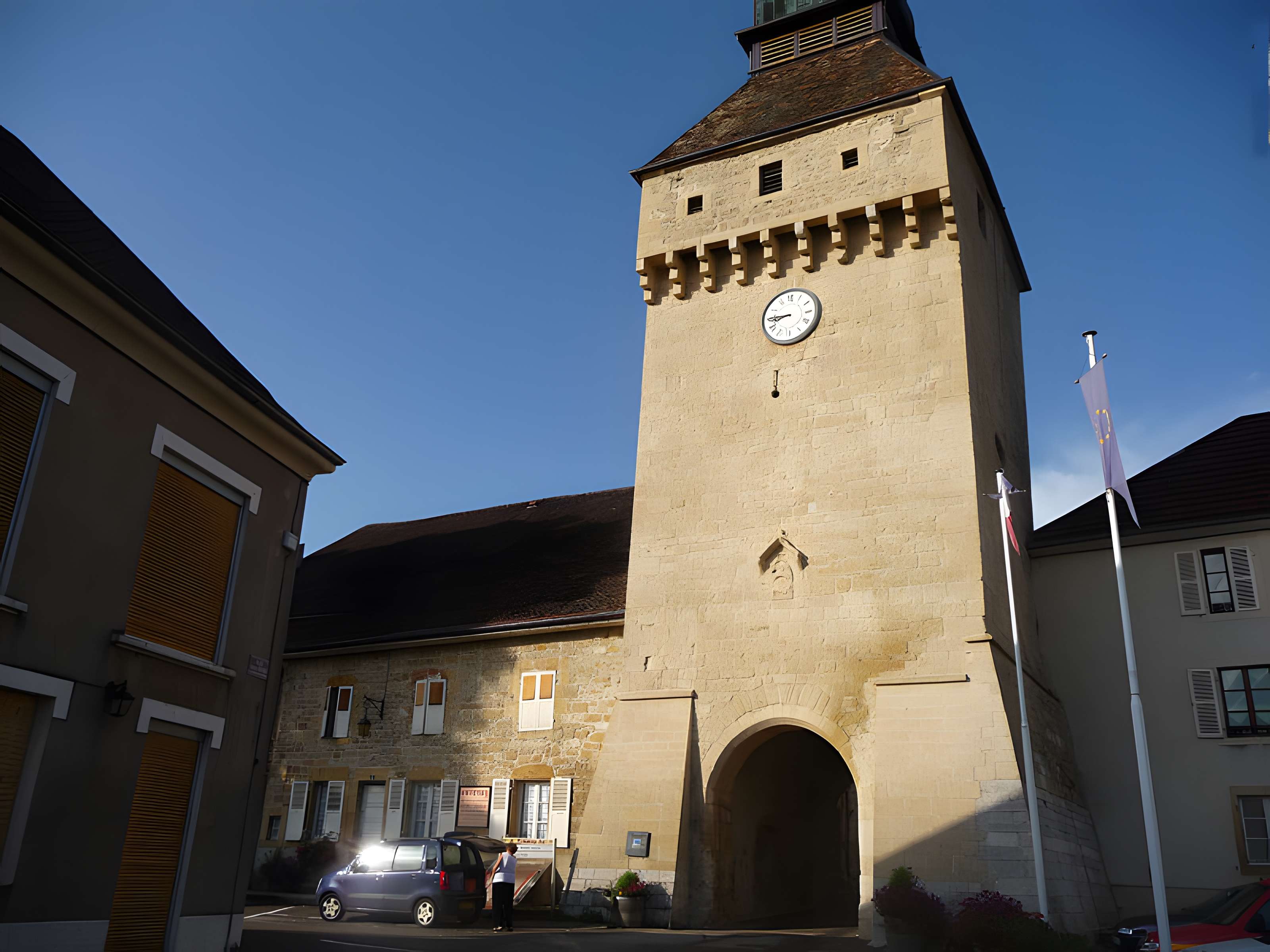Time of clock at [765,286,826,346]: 8:45
